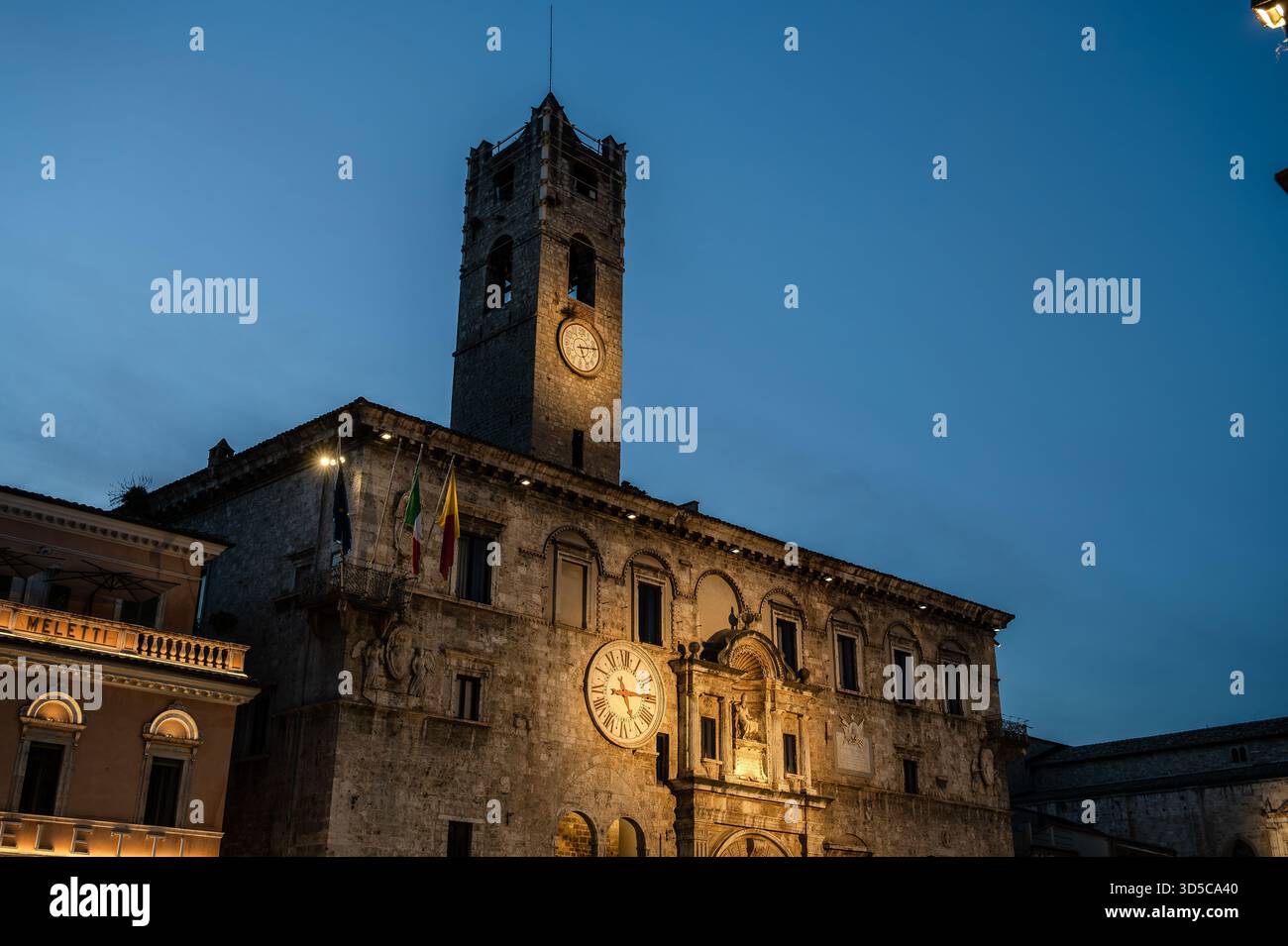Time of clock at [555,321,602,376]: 5:13
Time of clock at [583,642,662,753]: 5:14
